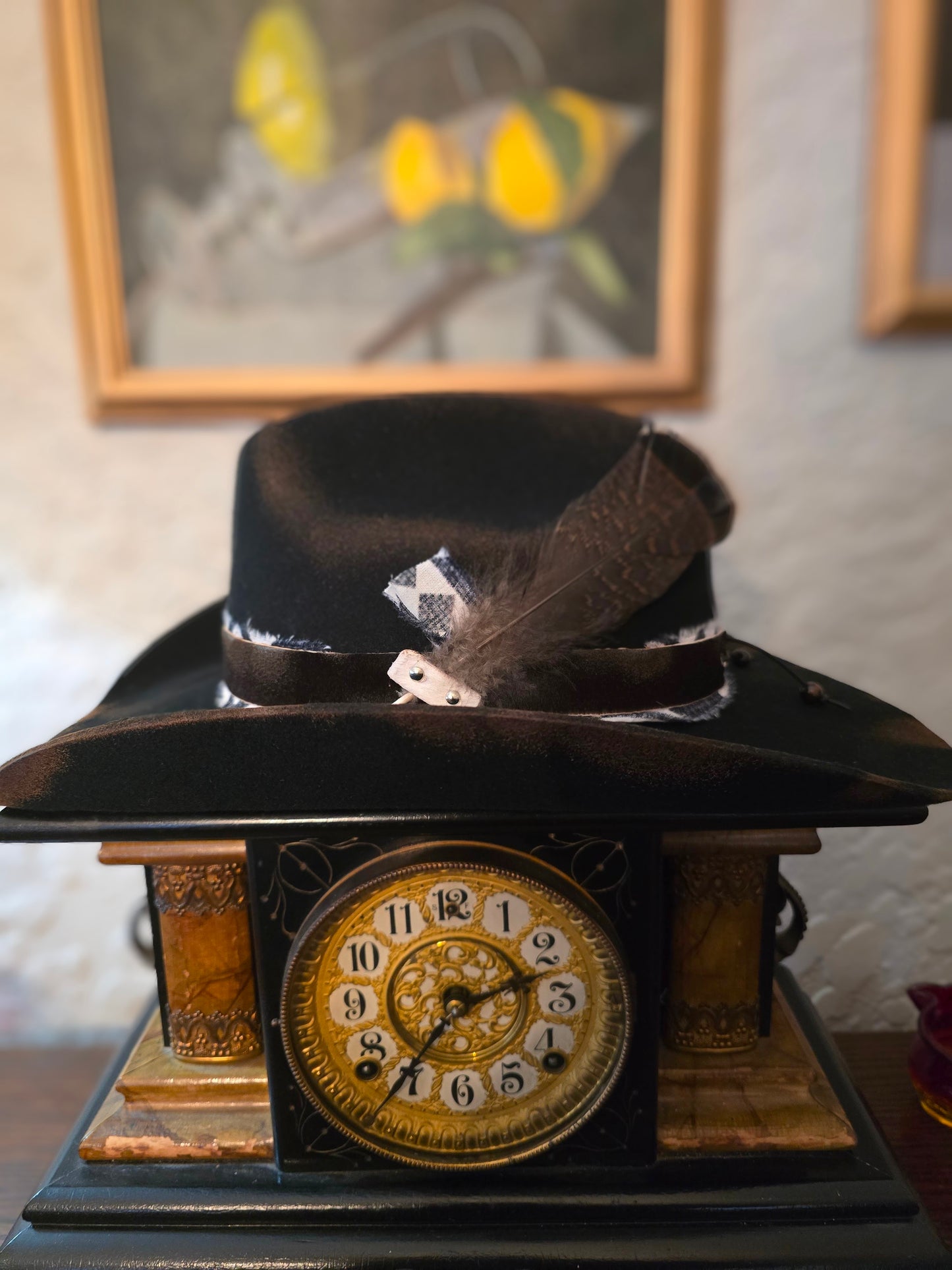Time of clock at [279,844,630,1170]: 2:36
